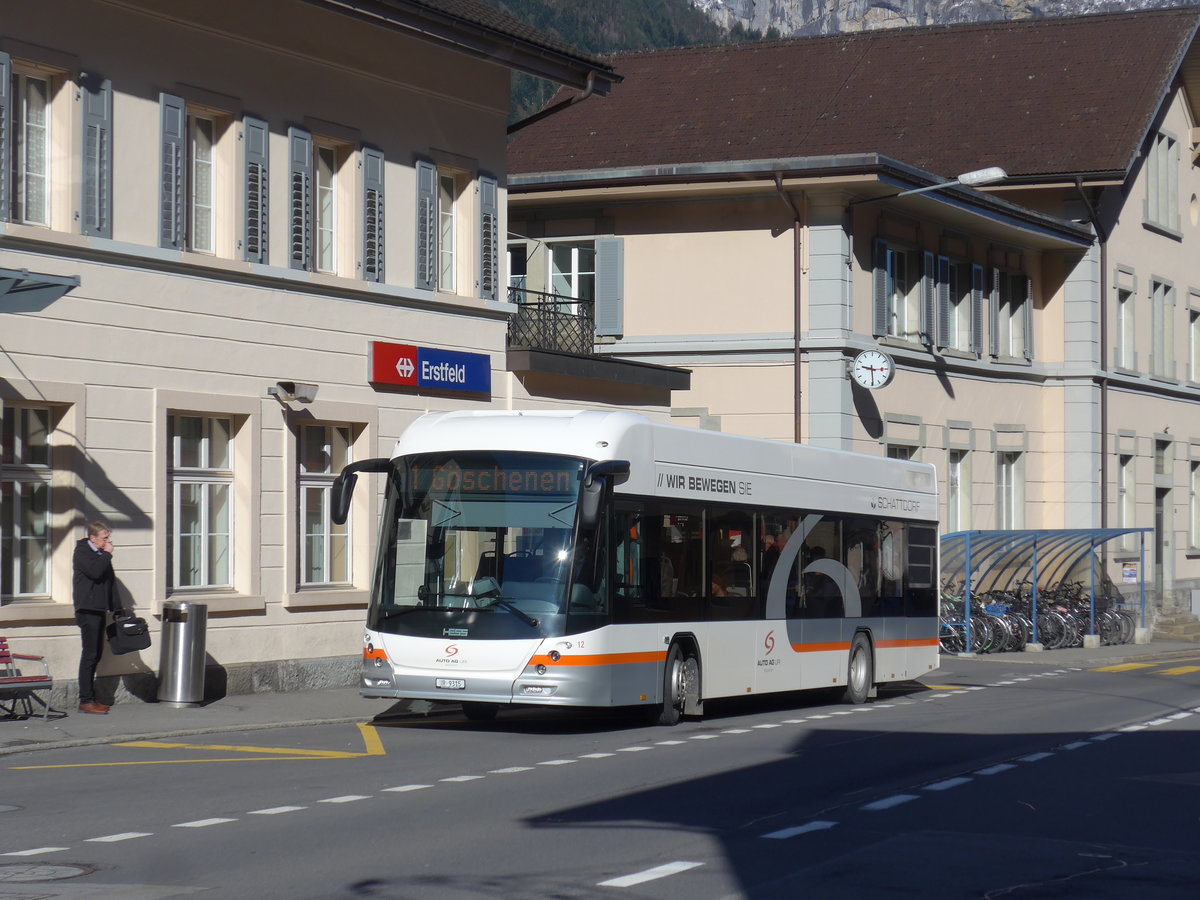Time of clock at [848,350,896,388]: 9:29
